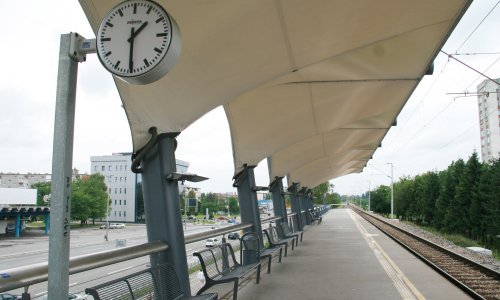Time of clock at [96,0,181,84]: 1:30
